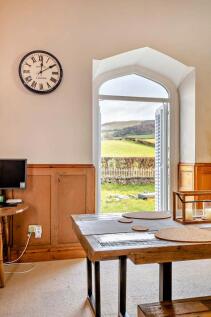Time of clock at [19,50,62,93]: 2:01
